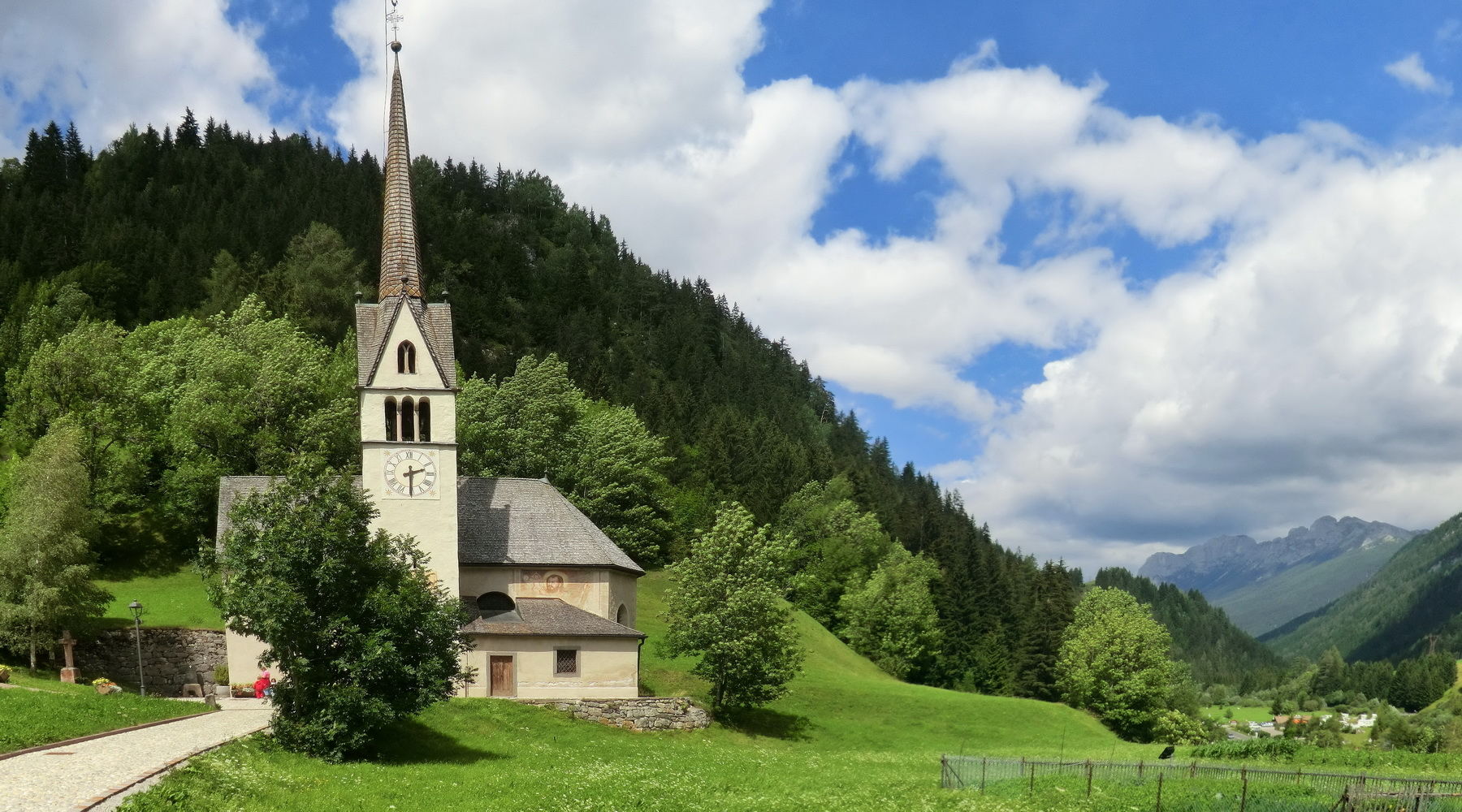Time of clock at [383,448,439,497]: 2:30
